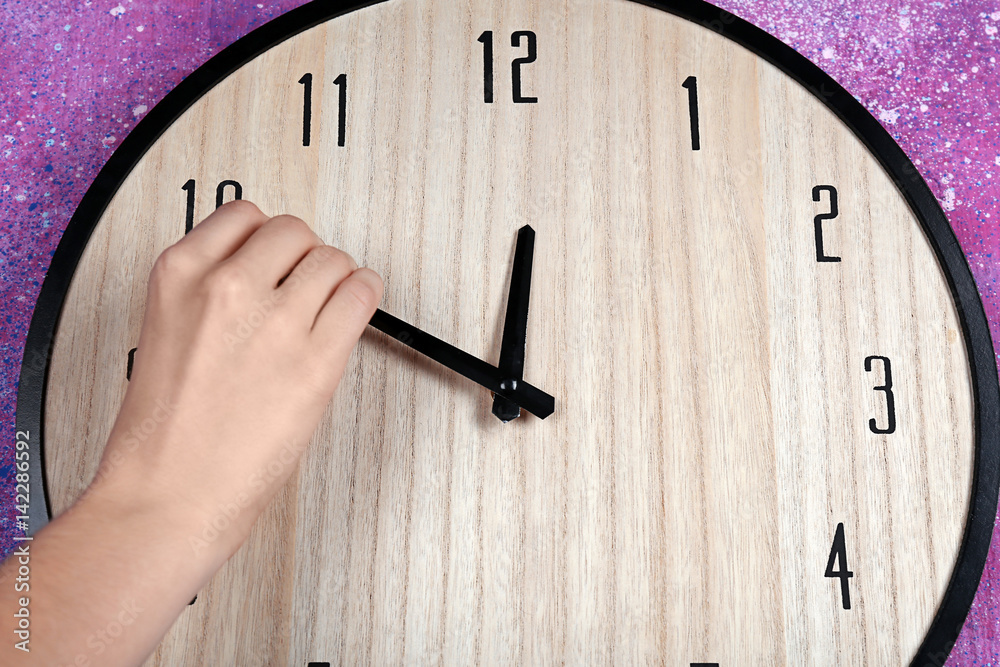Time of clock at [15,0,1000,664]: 11:49
